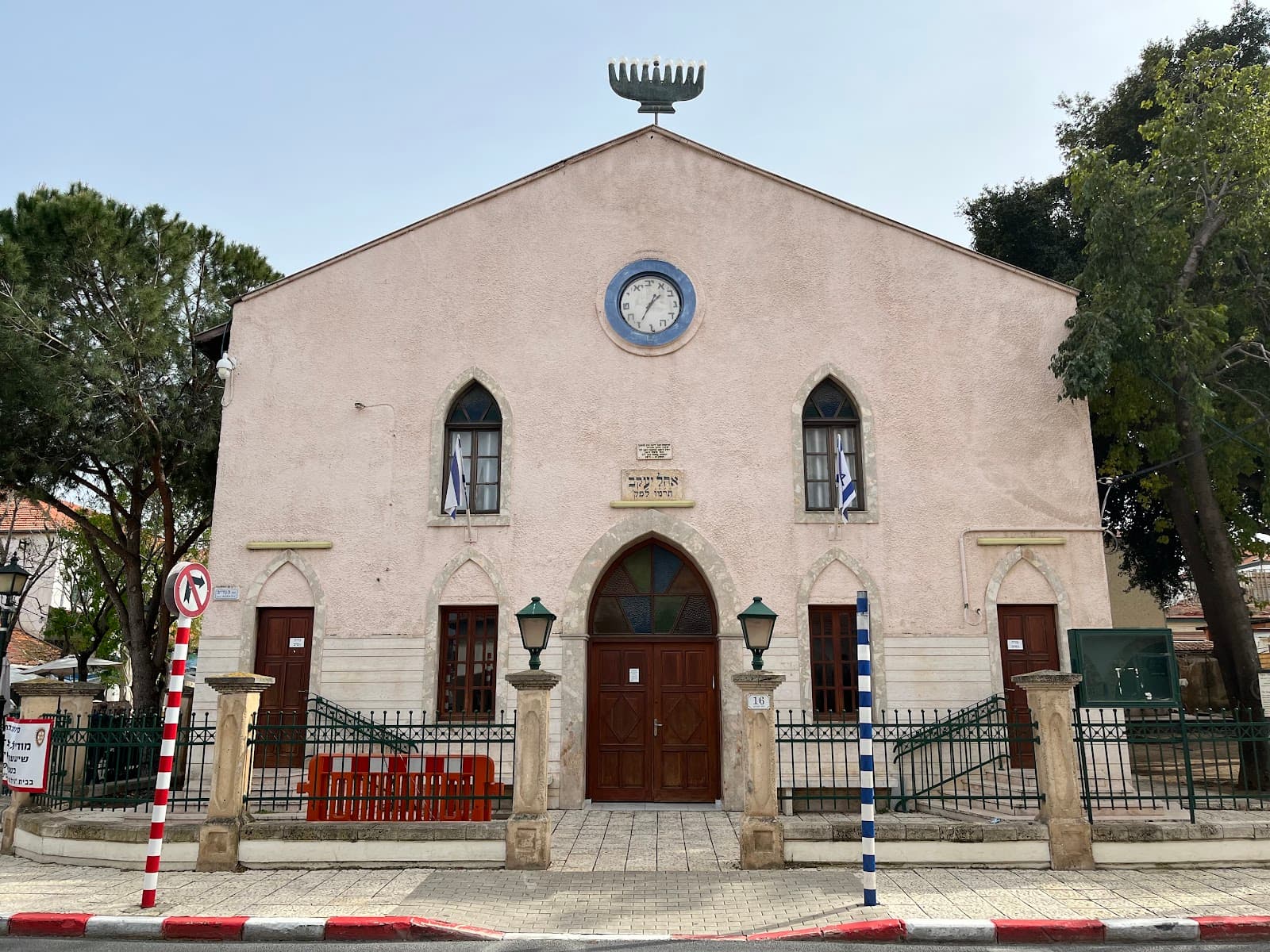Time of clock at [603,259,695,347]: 1:35
